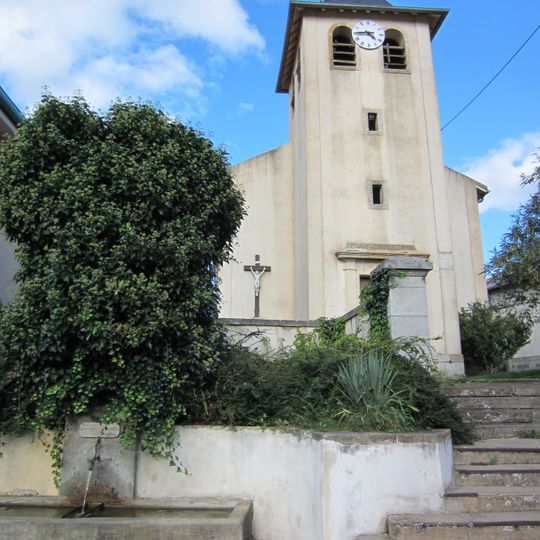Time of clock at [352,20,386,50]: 4:44
